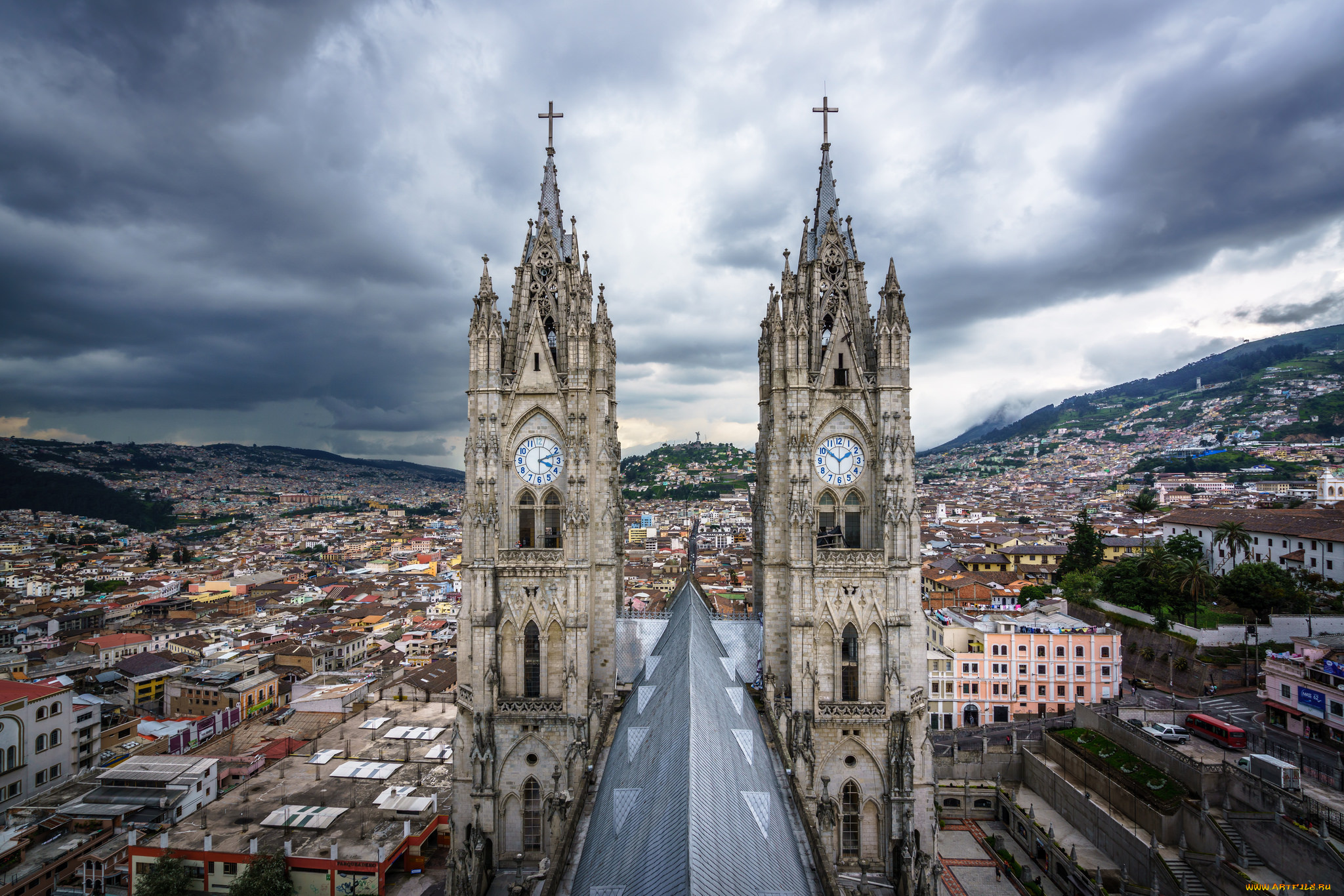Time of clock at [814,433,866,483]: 1:51
